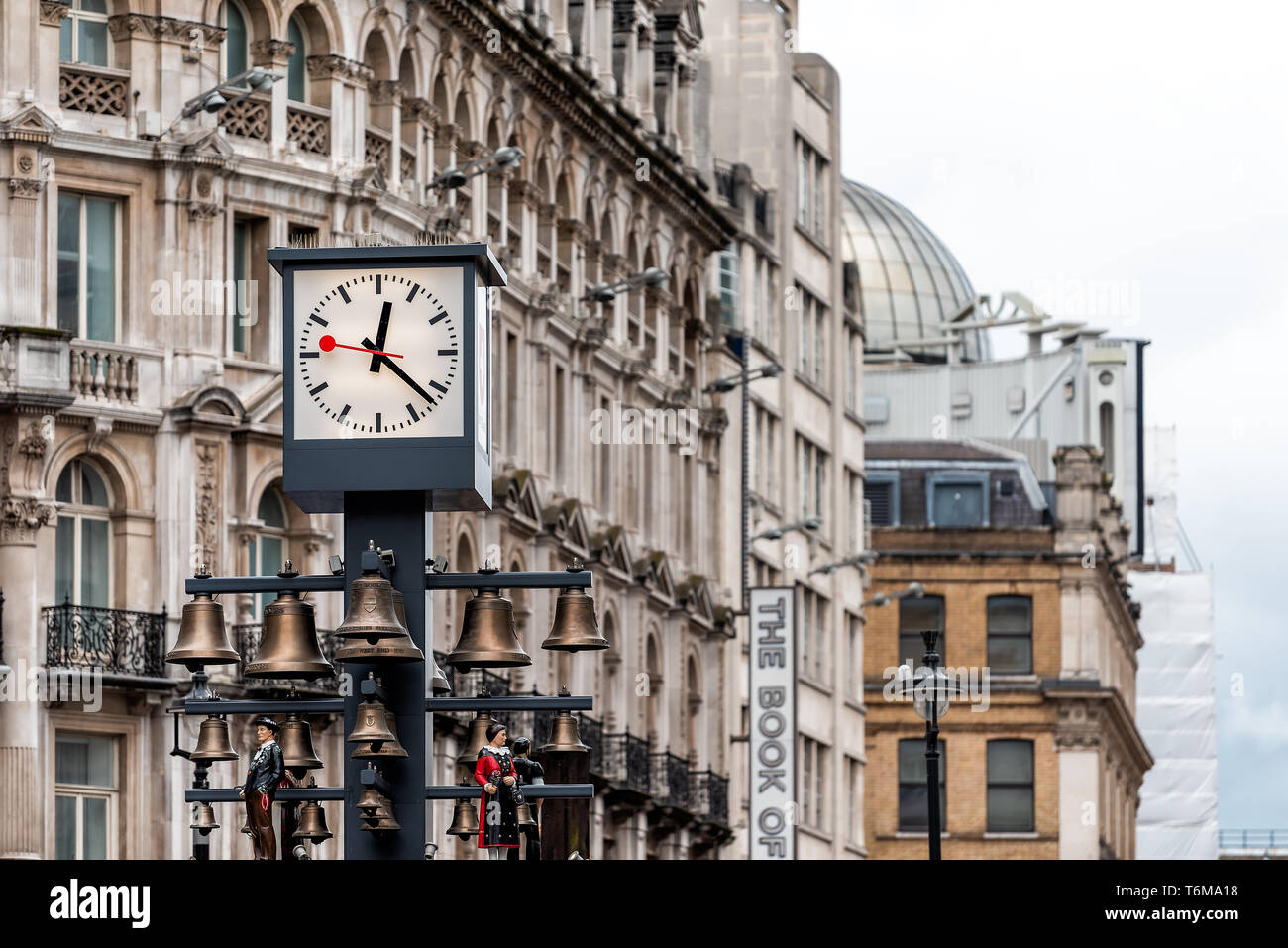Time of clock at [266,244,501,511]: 12:21
